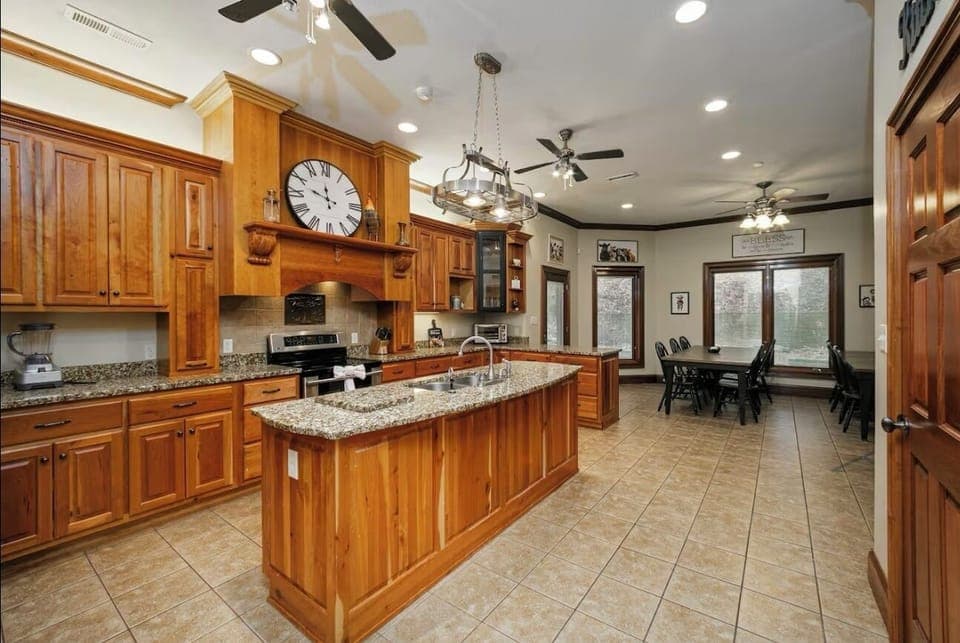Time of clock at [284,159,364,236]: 11:48
